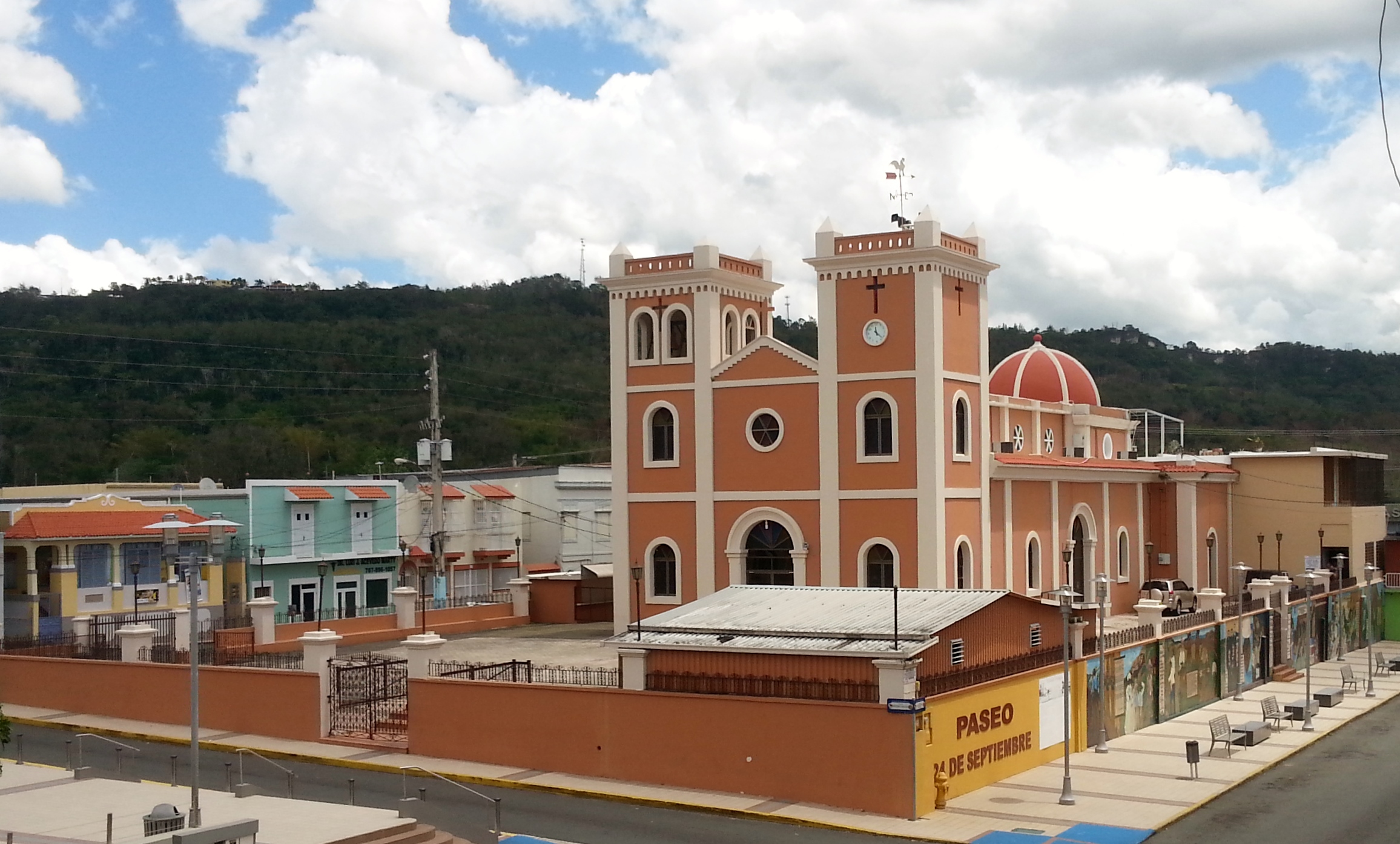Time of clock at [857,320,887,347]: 11:22
